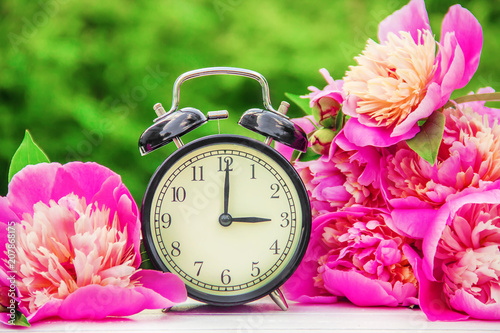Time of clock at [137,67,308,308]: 3:00
